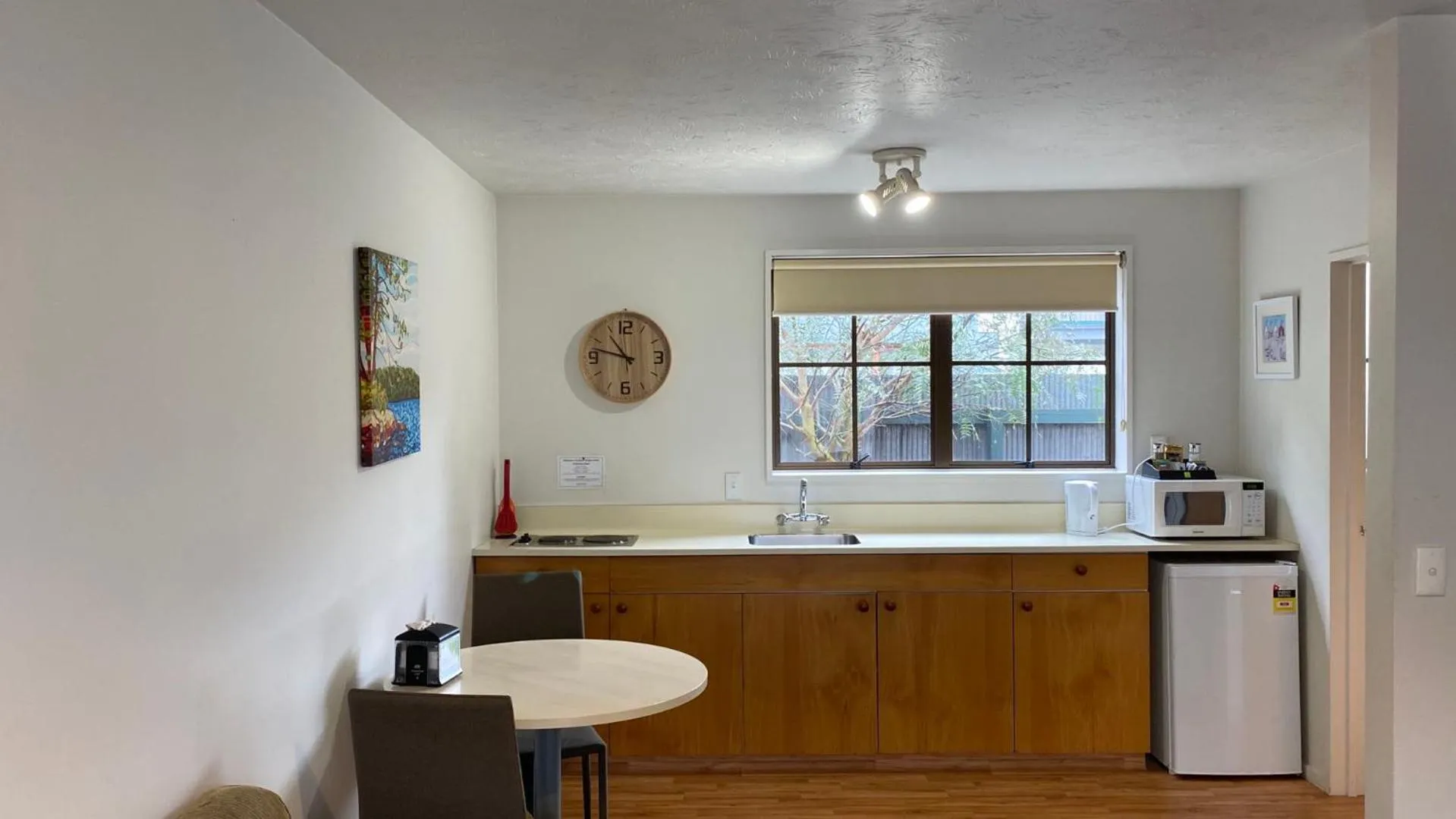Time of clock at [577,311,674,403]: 10:47
